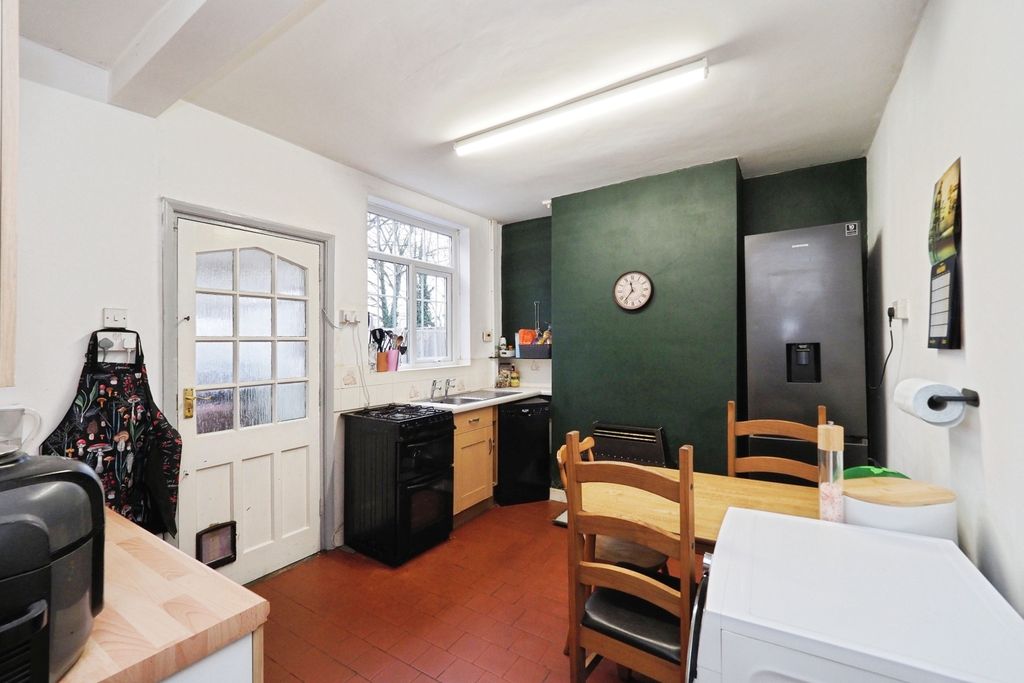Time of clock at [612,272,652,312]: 11:36
